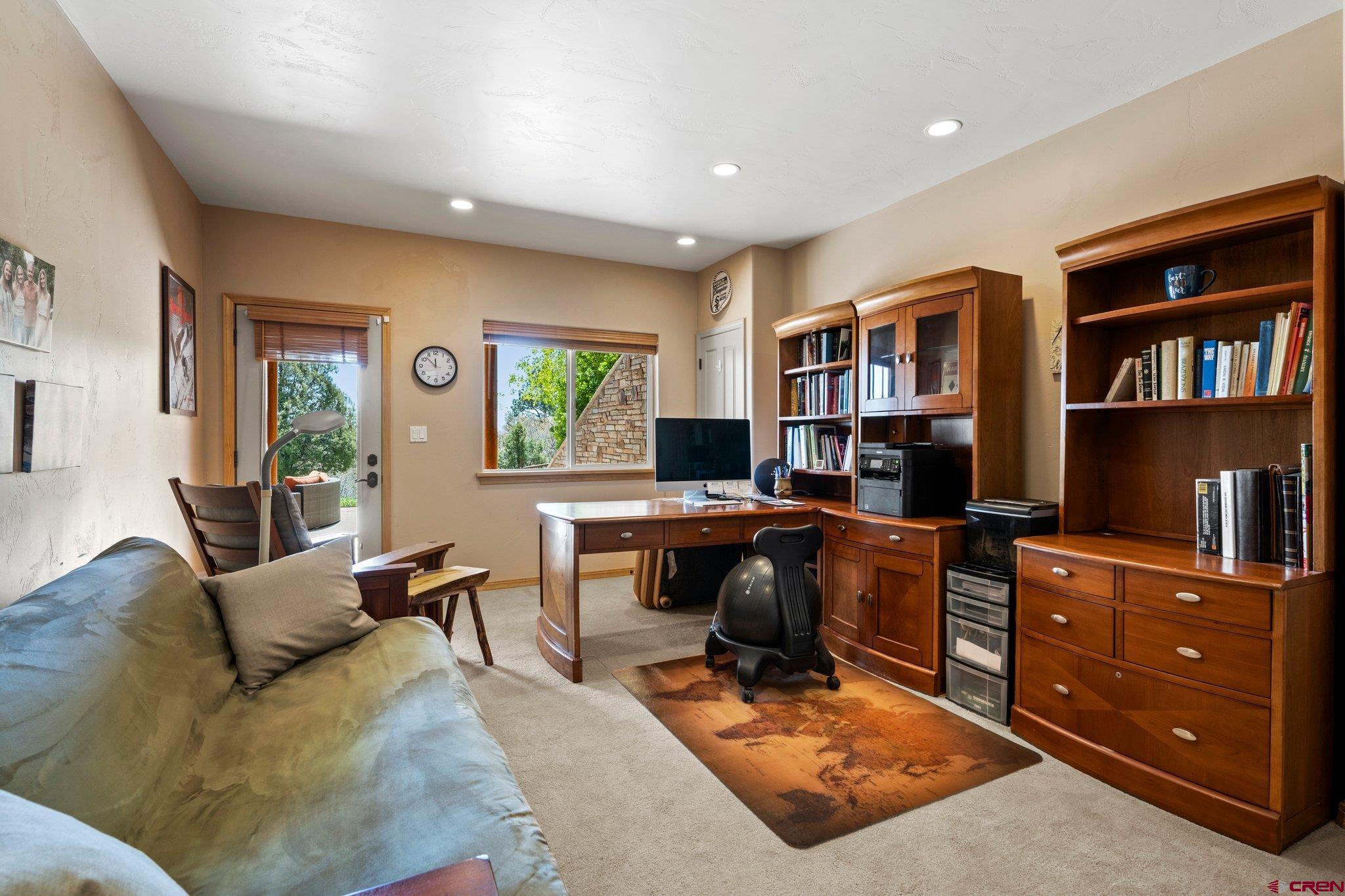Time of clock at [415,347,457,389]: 11:52
